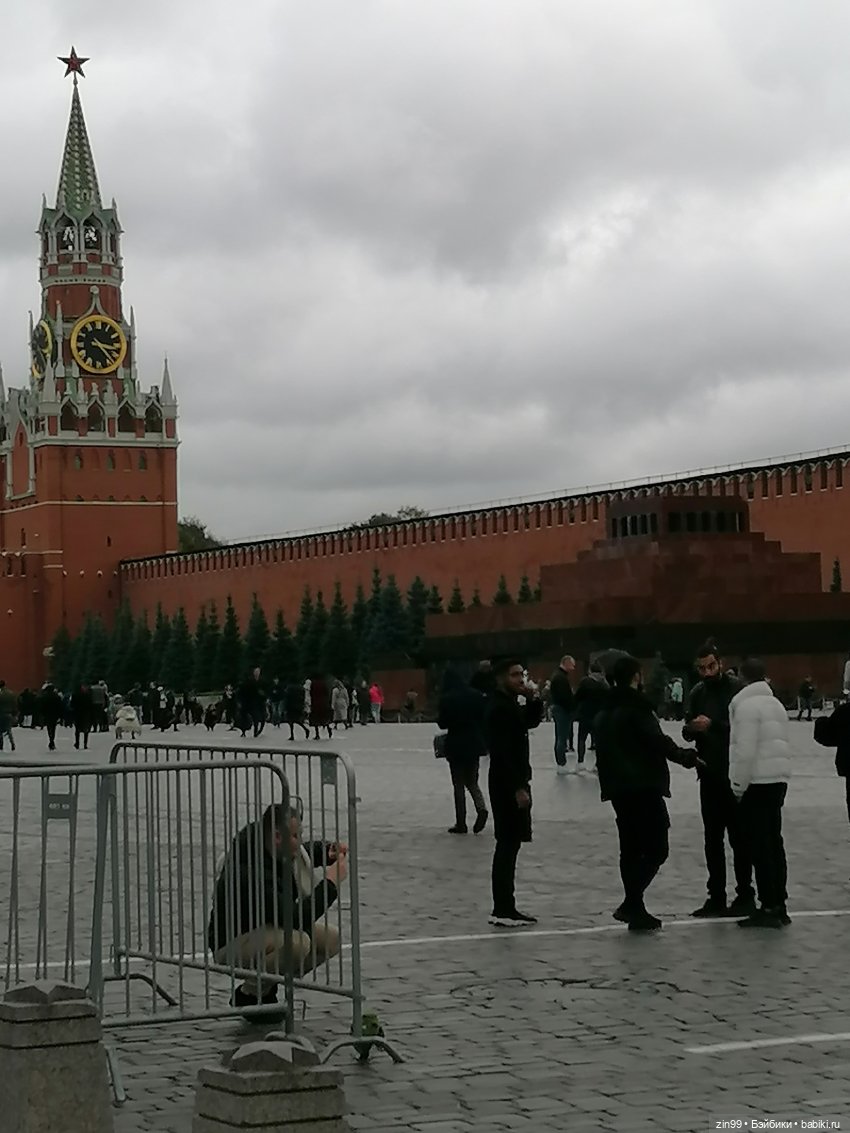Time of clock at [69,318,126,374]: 3:23
